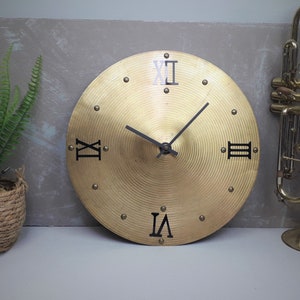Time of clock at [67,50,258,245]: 10:07
